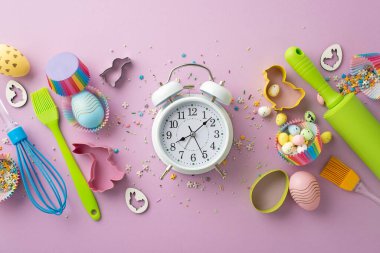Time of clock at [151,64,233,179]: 8:08
